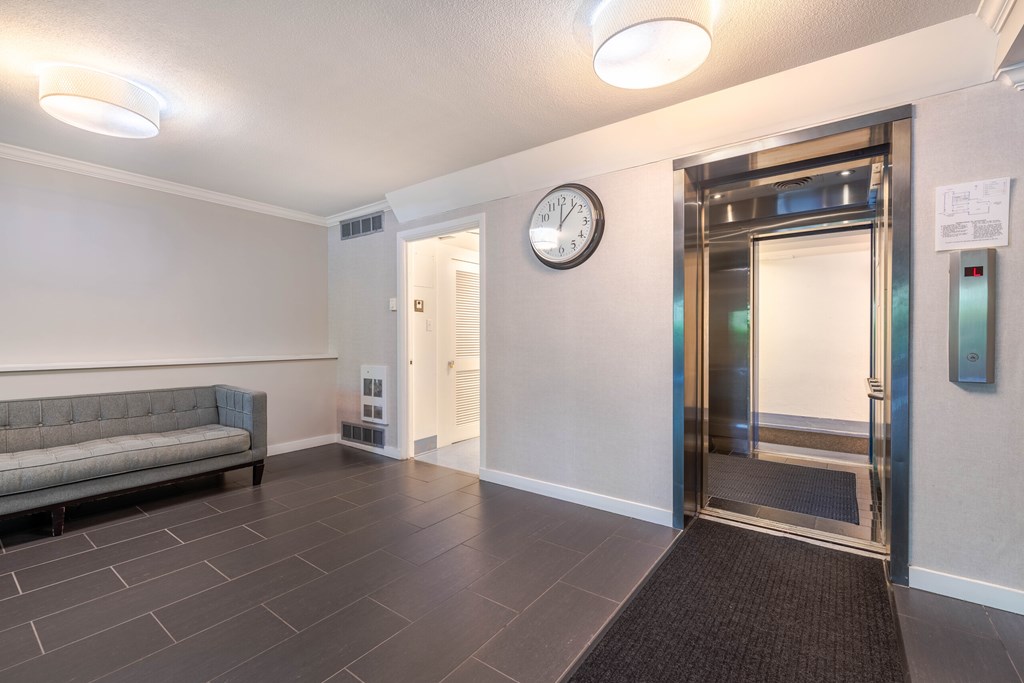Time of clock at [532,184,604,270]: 12:07
